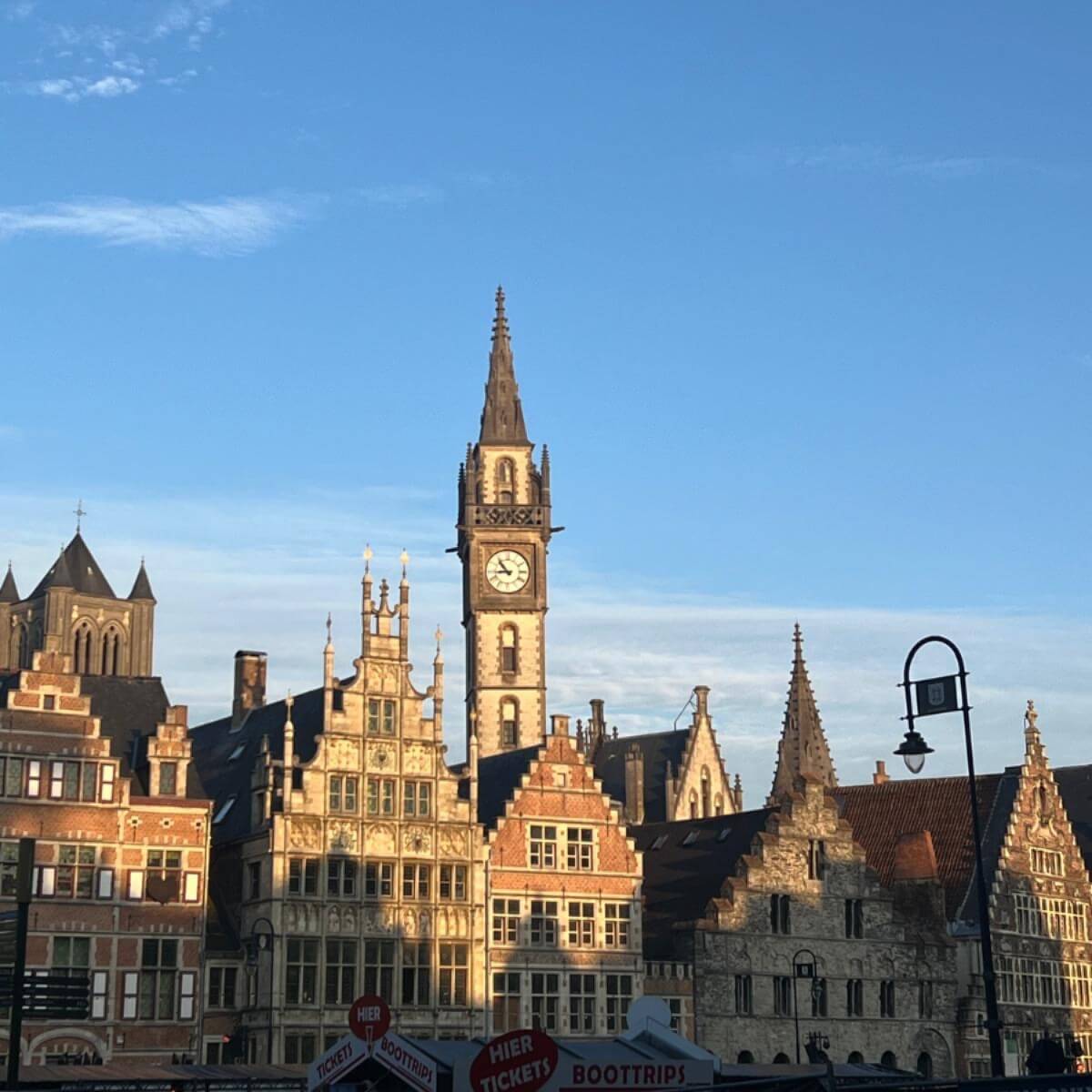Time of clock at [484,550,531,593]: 8:53
